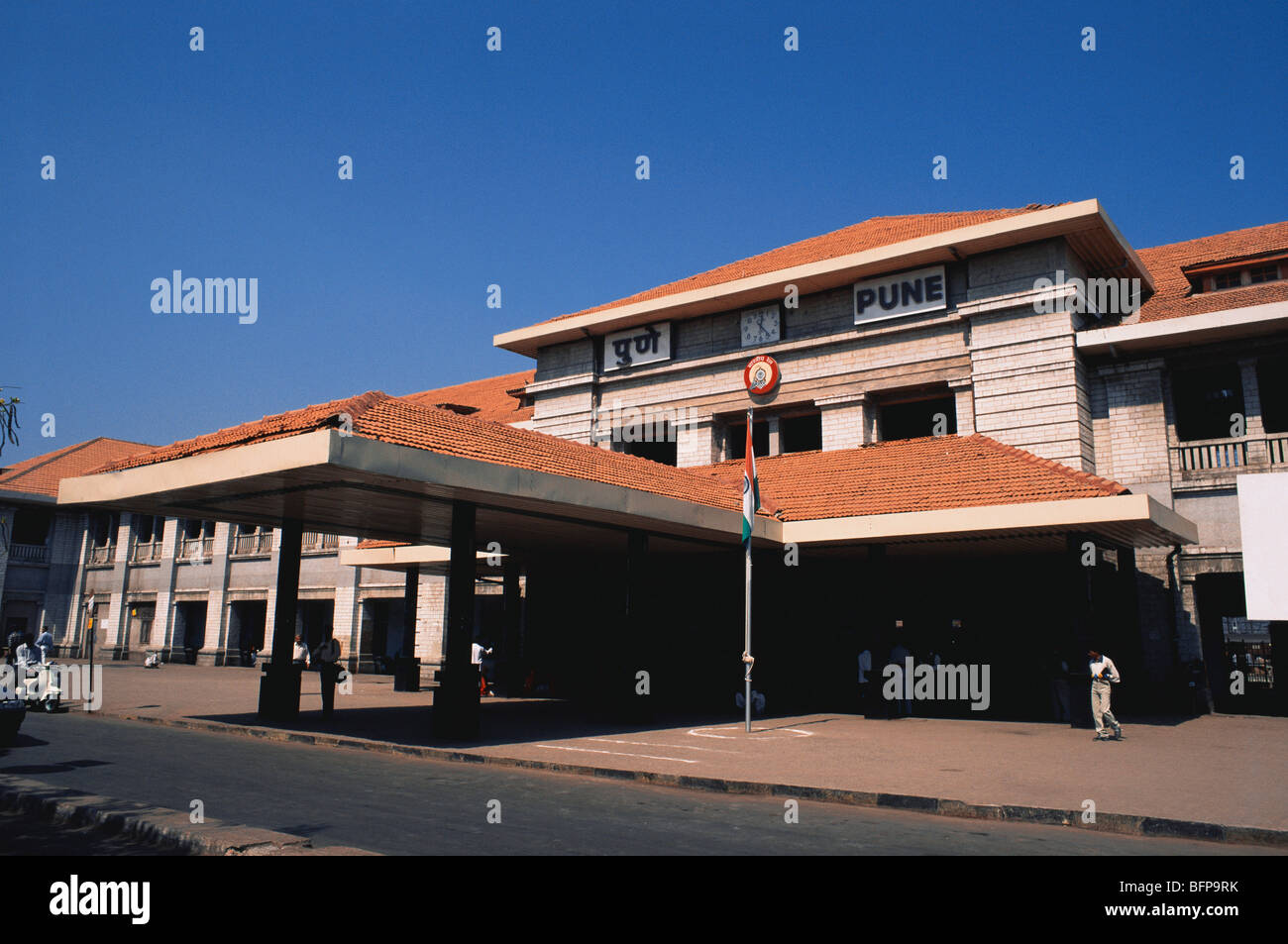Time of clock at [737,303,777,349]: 12:23
